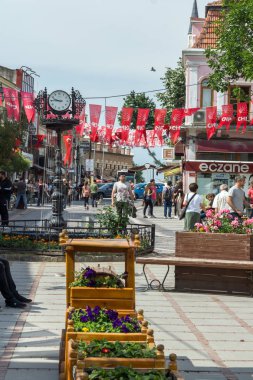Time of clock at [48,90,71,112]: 9:45
